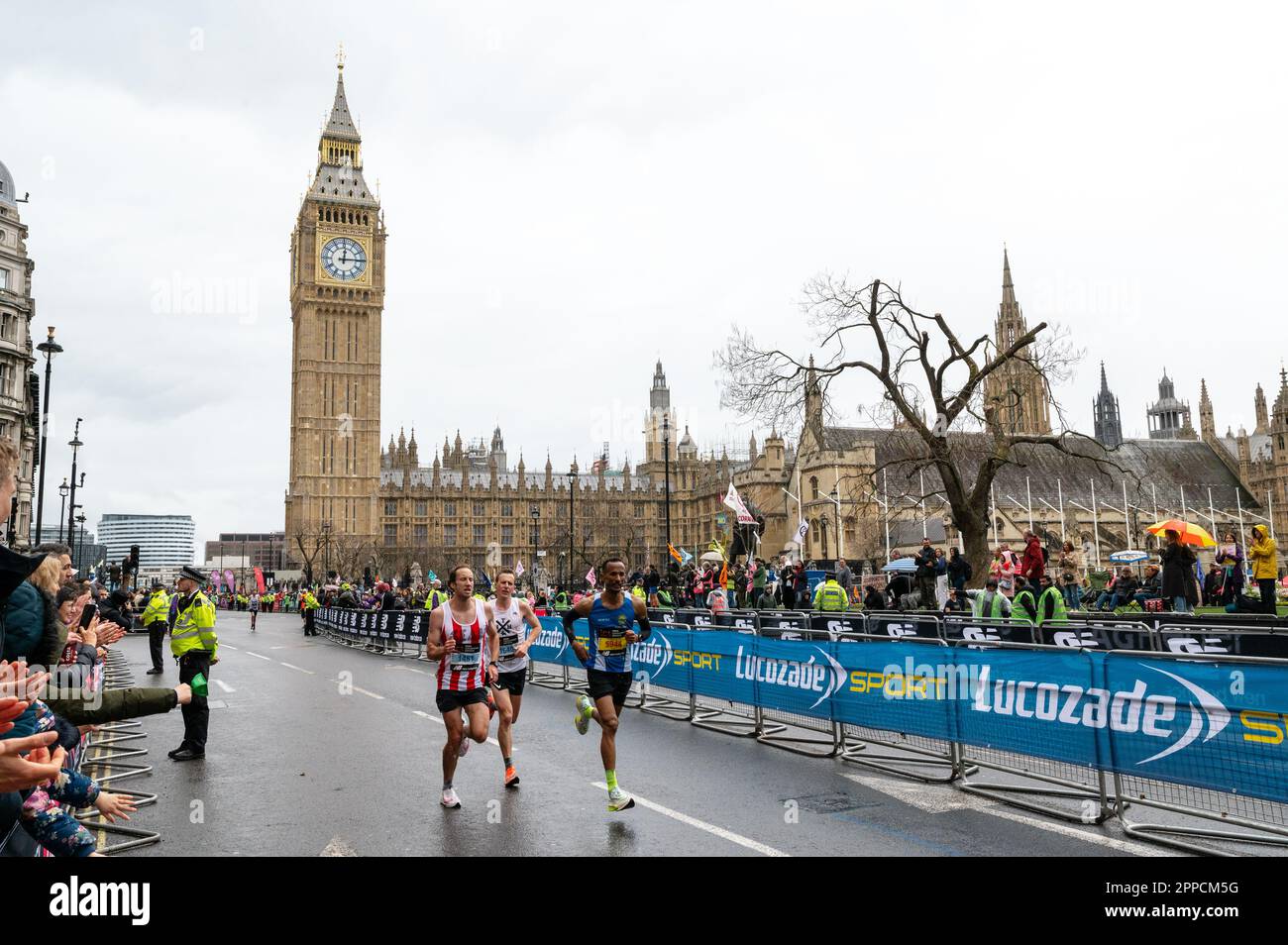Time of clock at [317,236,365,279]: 12:14
